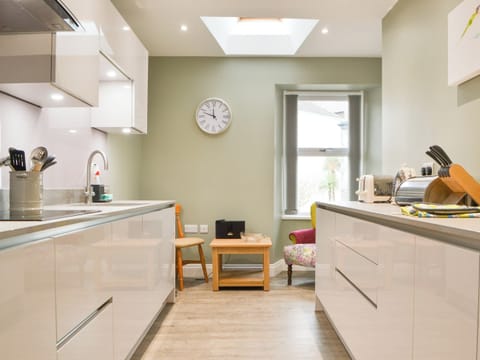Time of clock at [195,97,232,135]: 11:48
